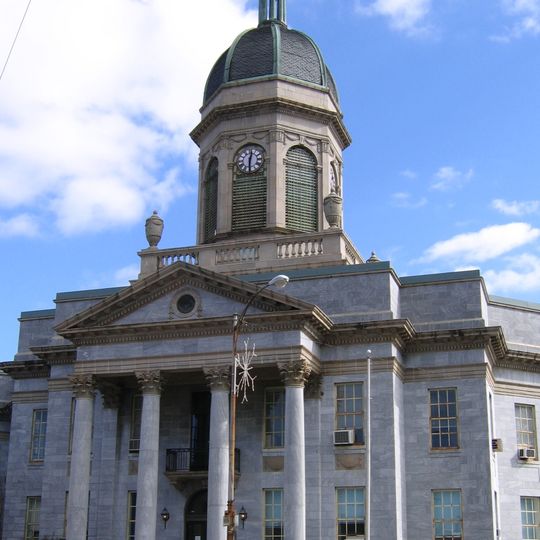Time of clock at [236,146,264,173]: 12:30
